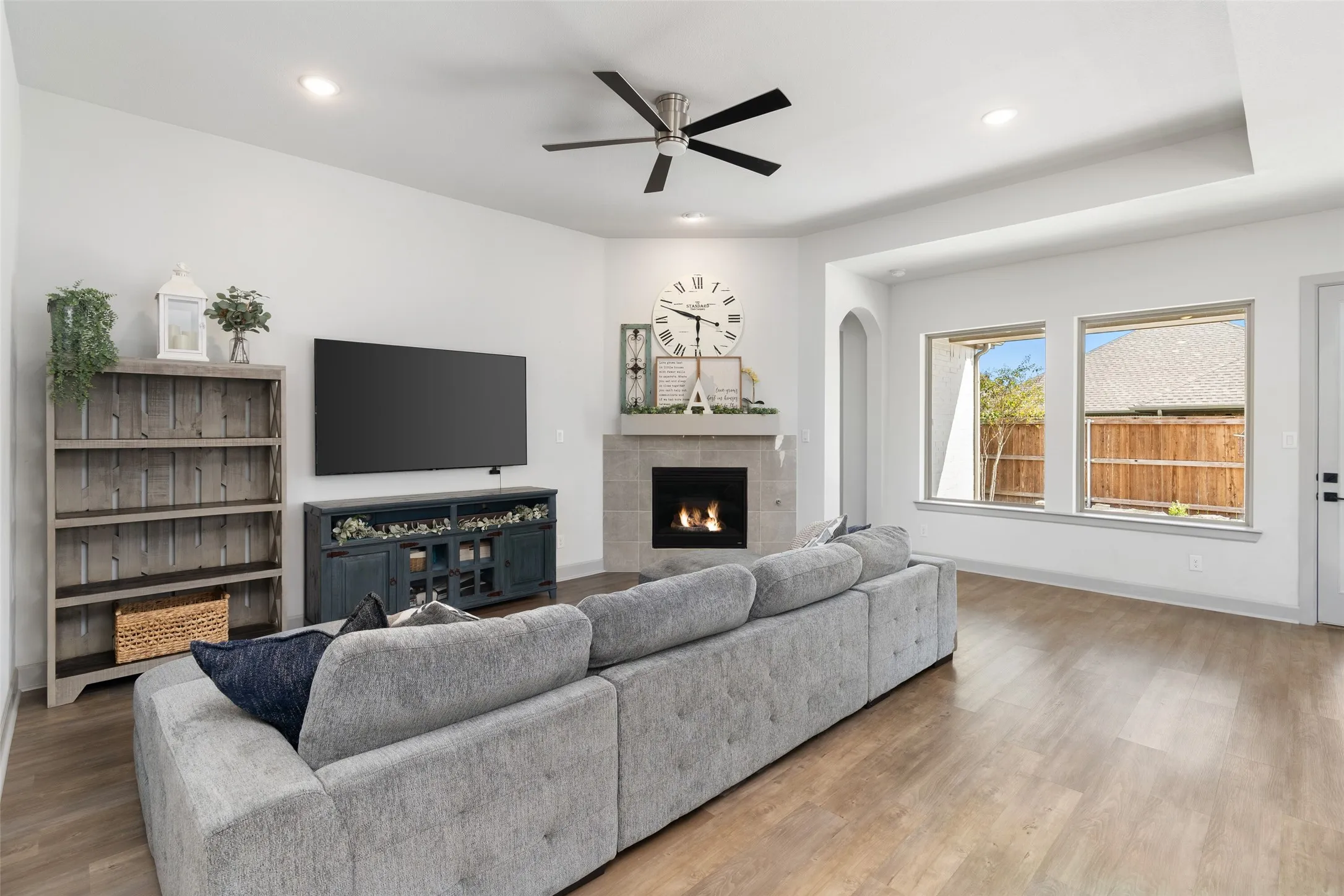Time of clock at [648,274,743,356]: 5:48
